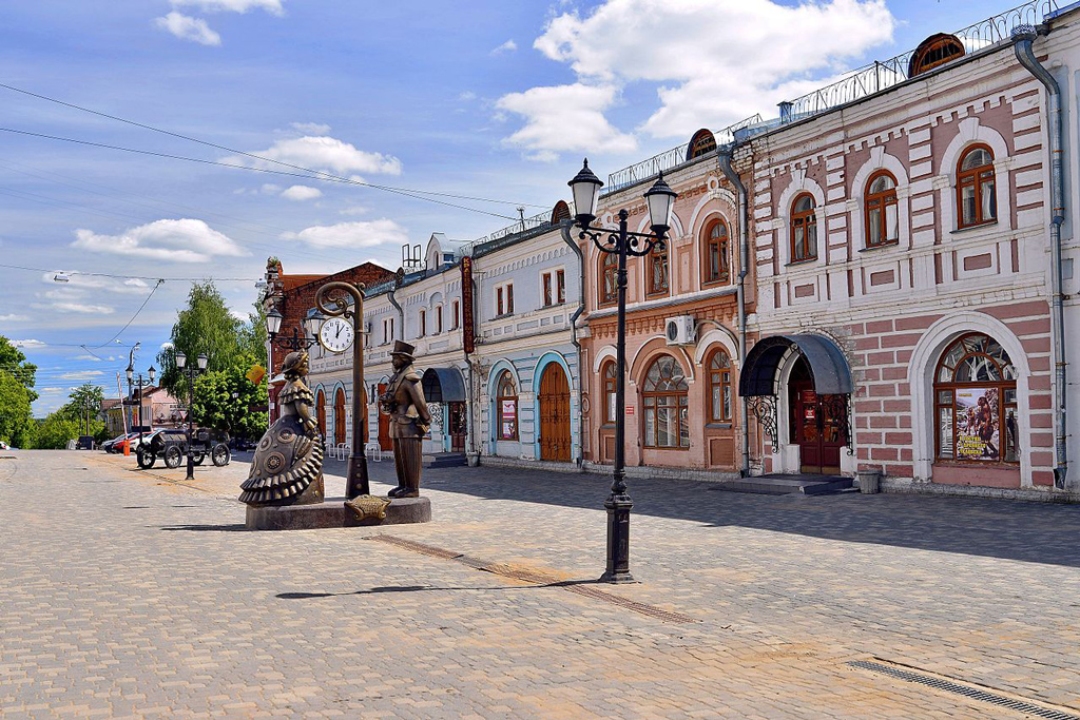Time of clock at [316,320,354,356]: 12:06
